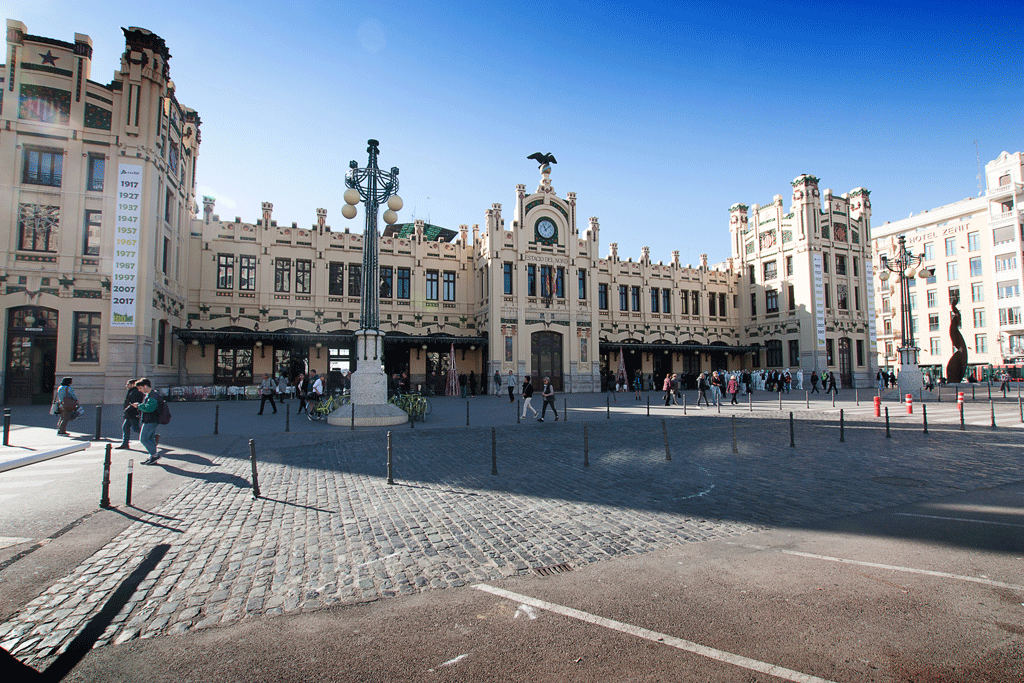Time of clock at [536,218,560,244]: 11:07
